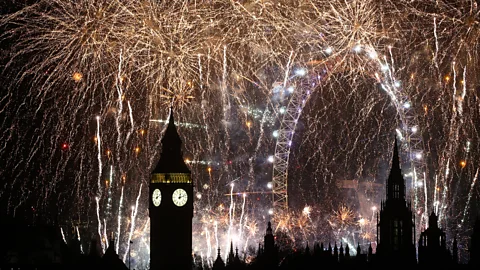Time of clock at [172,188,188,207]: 12:12
